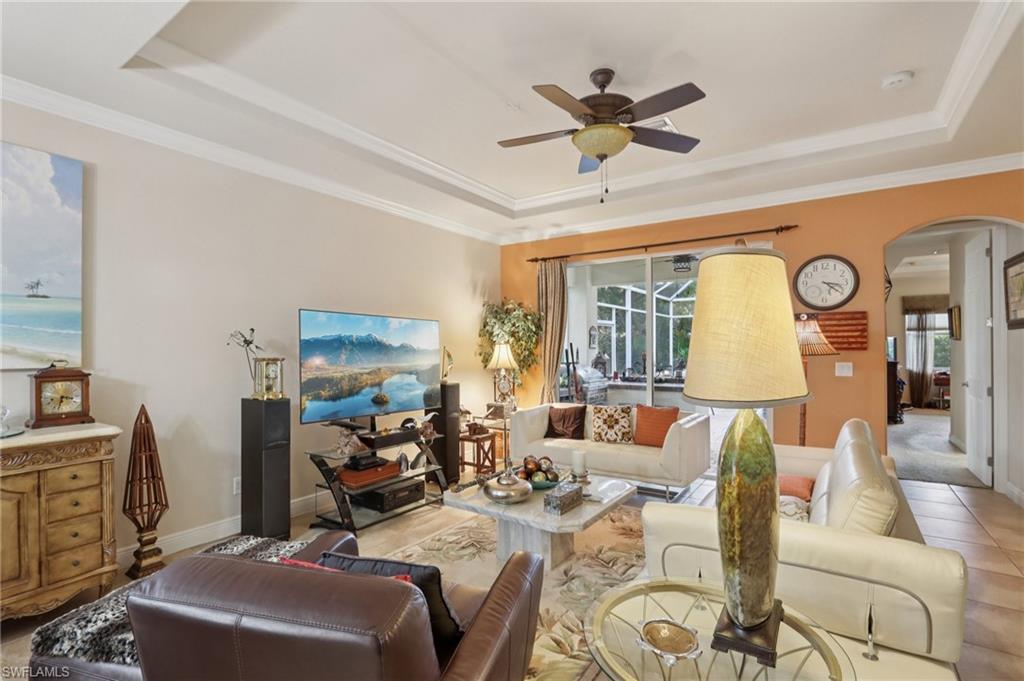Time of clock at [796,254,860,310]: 3:21
